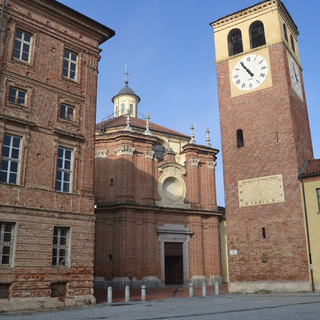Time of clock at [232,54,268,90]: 4:54
